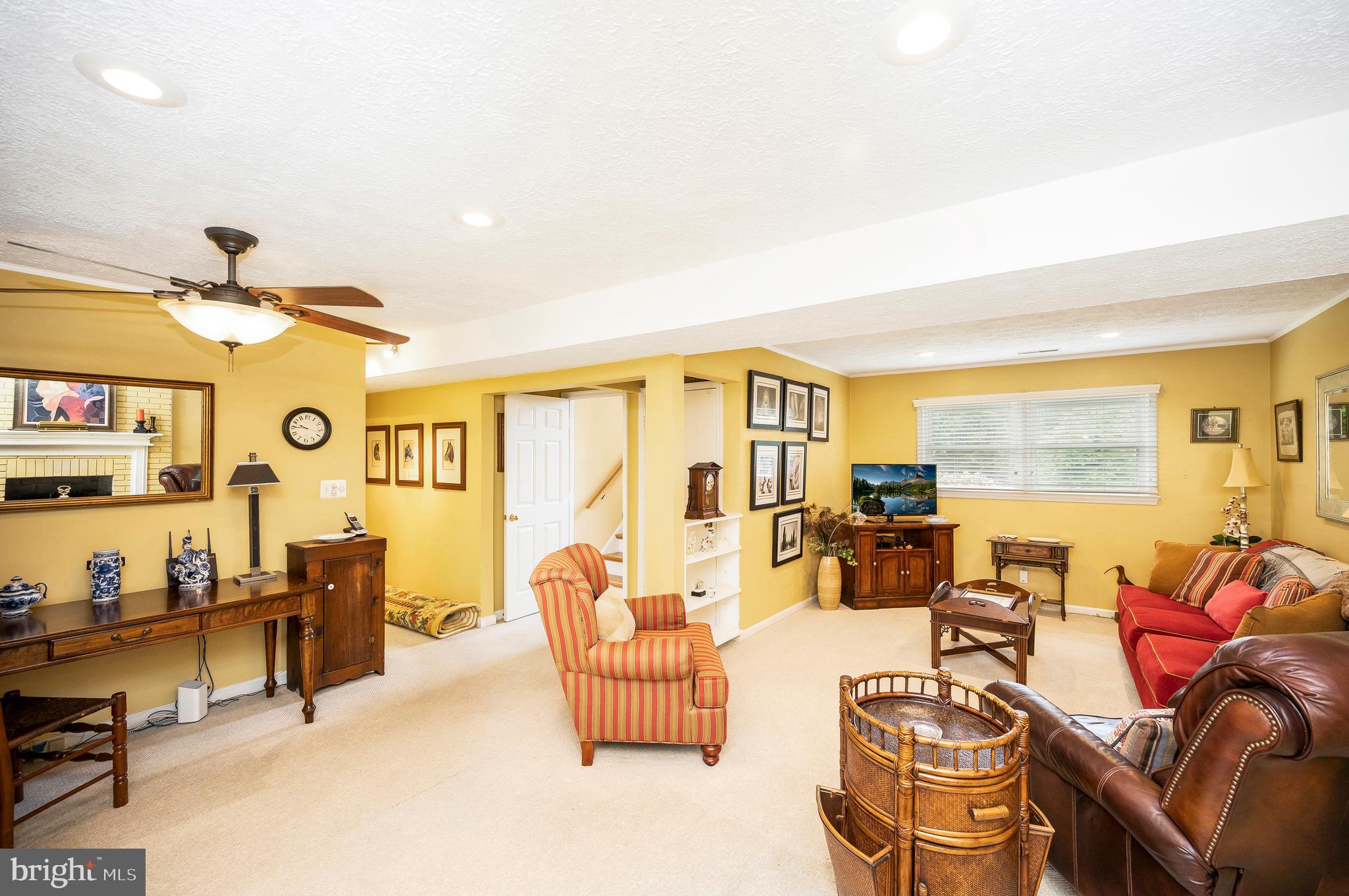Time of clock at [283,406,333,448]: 9:45
